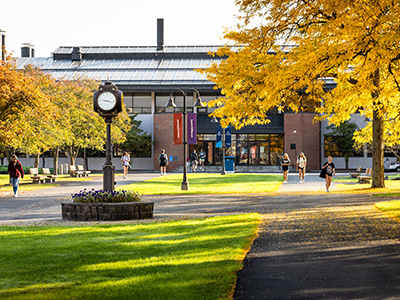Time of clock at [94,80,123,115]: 9:17
